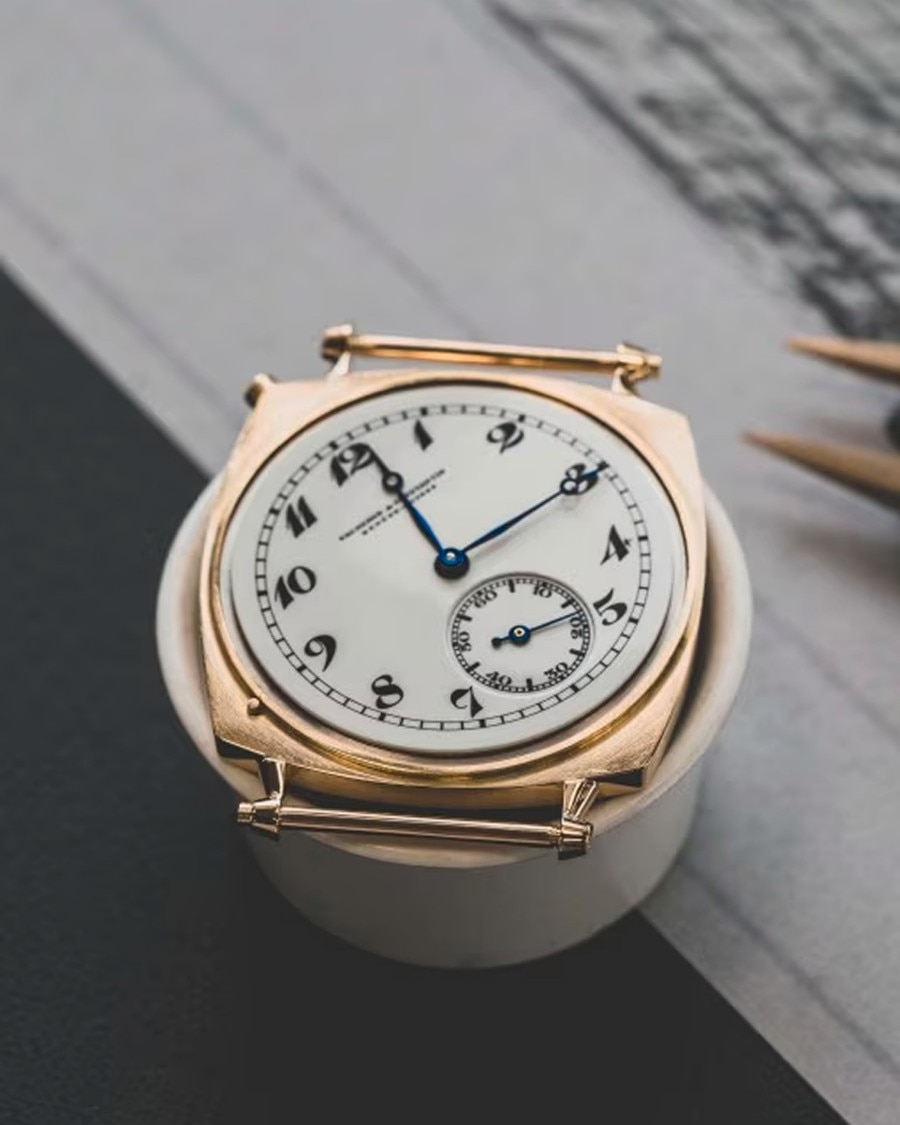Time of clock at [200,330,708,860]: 1:56
